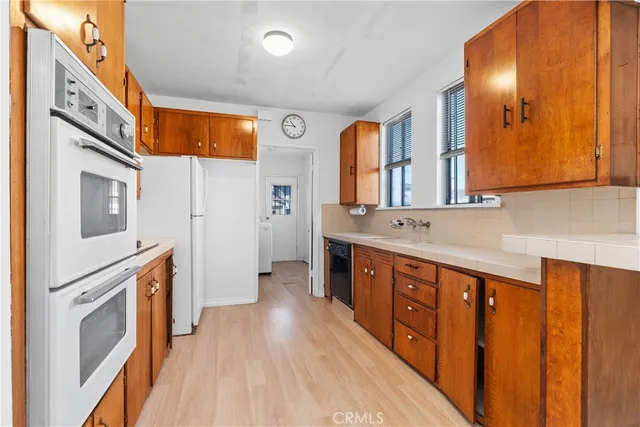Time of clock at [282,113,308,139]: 10:45
